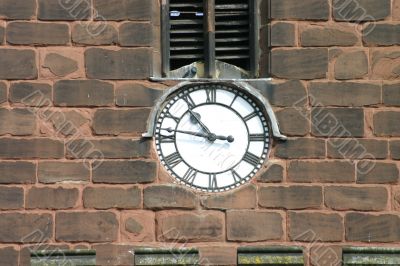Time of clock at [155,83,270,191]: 10:46
